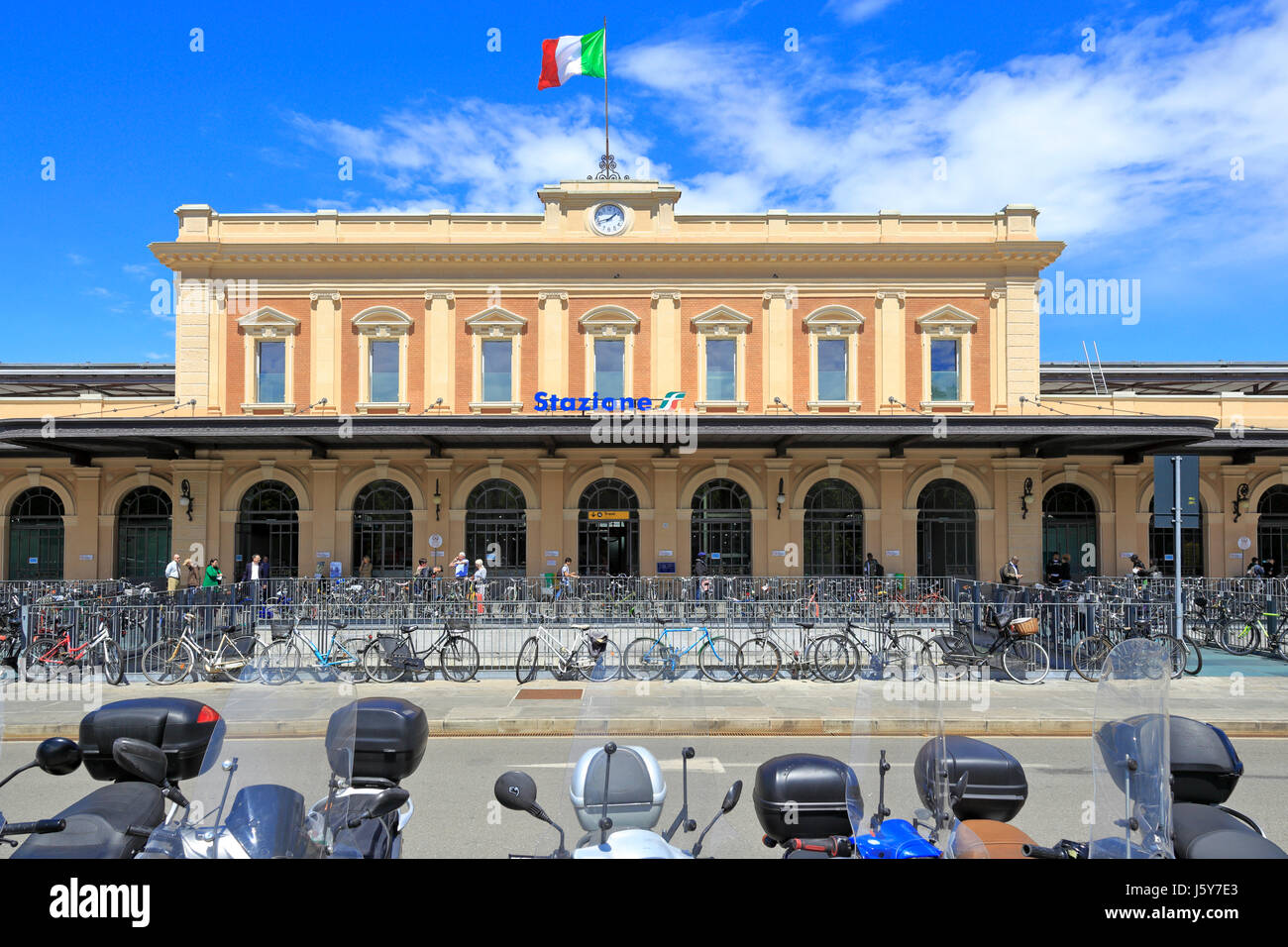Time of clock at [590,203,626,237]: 1:42
